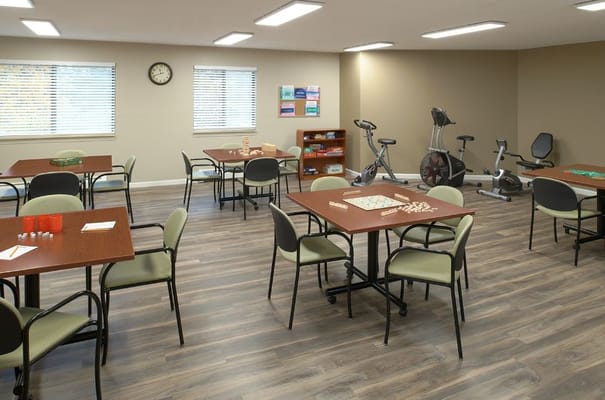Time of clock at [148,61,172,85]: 11:41
